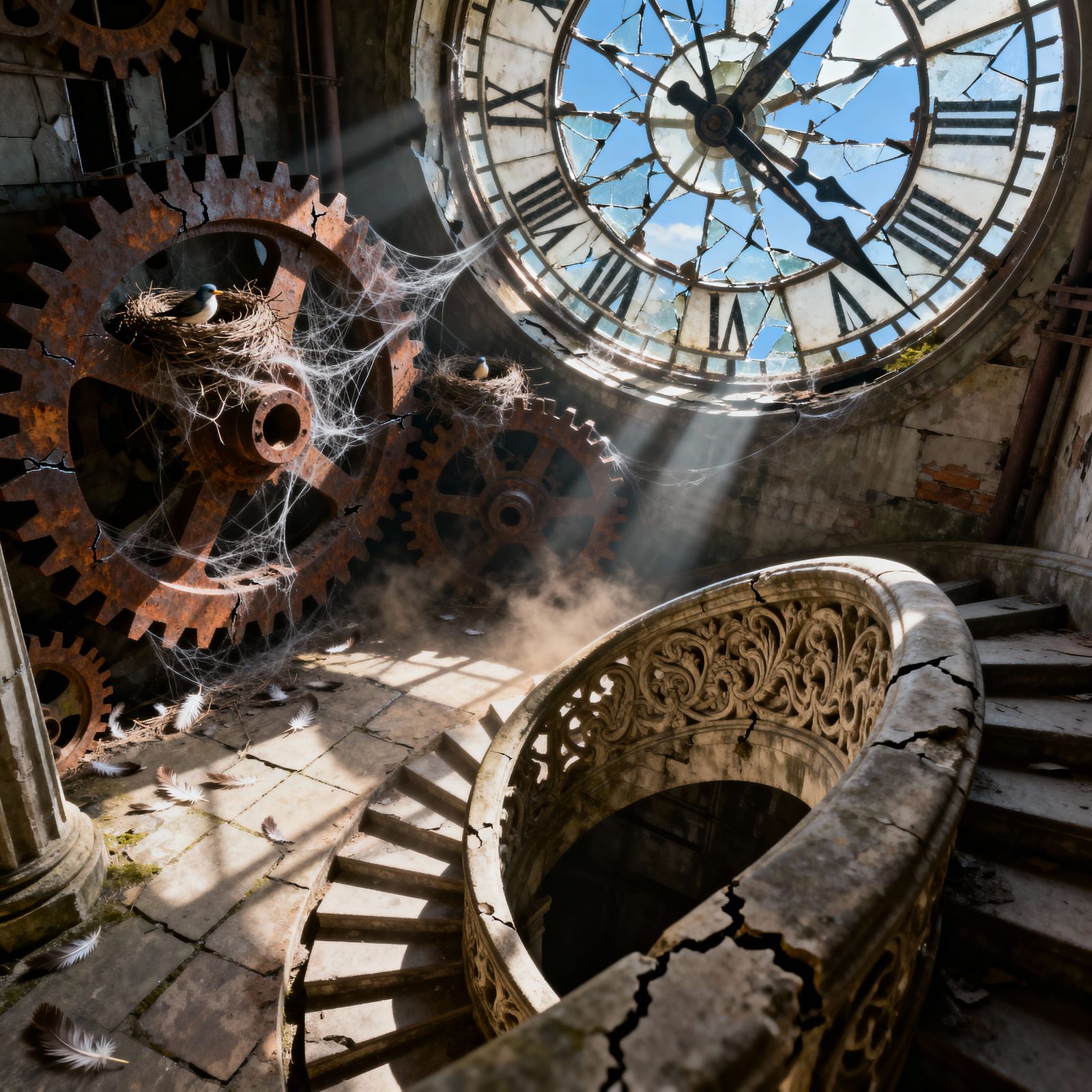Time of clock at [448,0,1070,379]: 1:22
